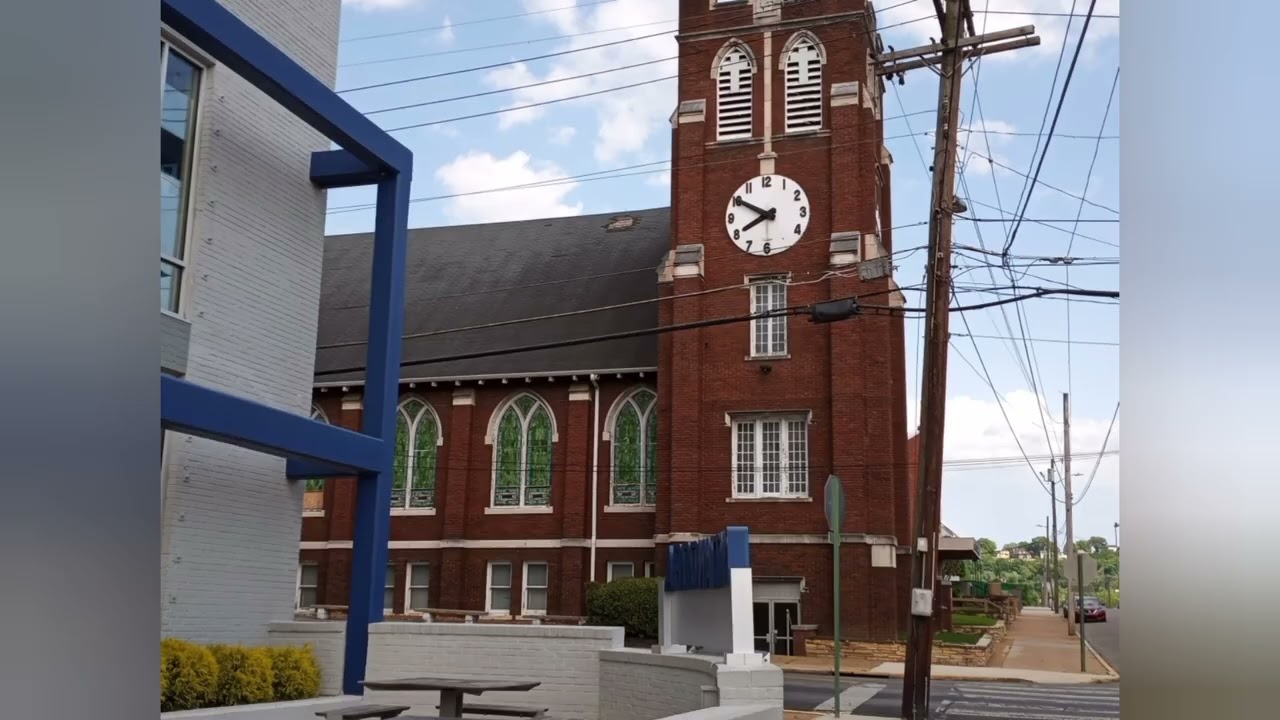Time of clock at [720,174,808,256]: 7:50
